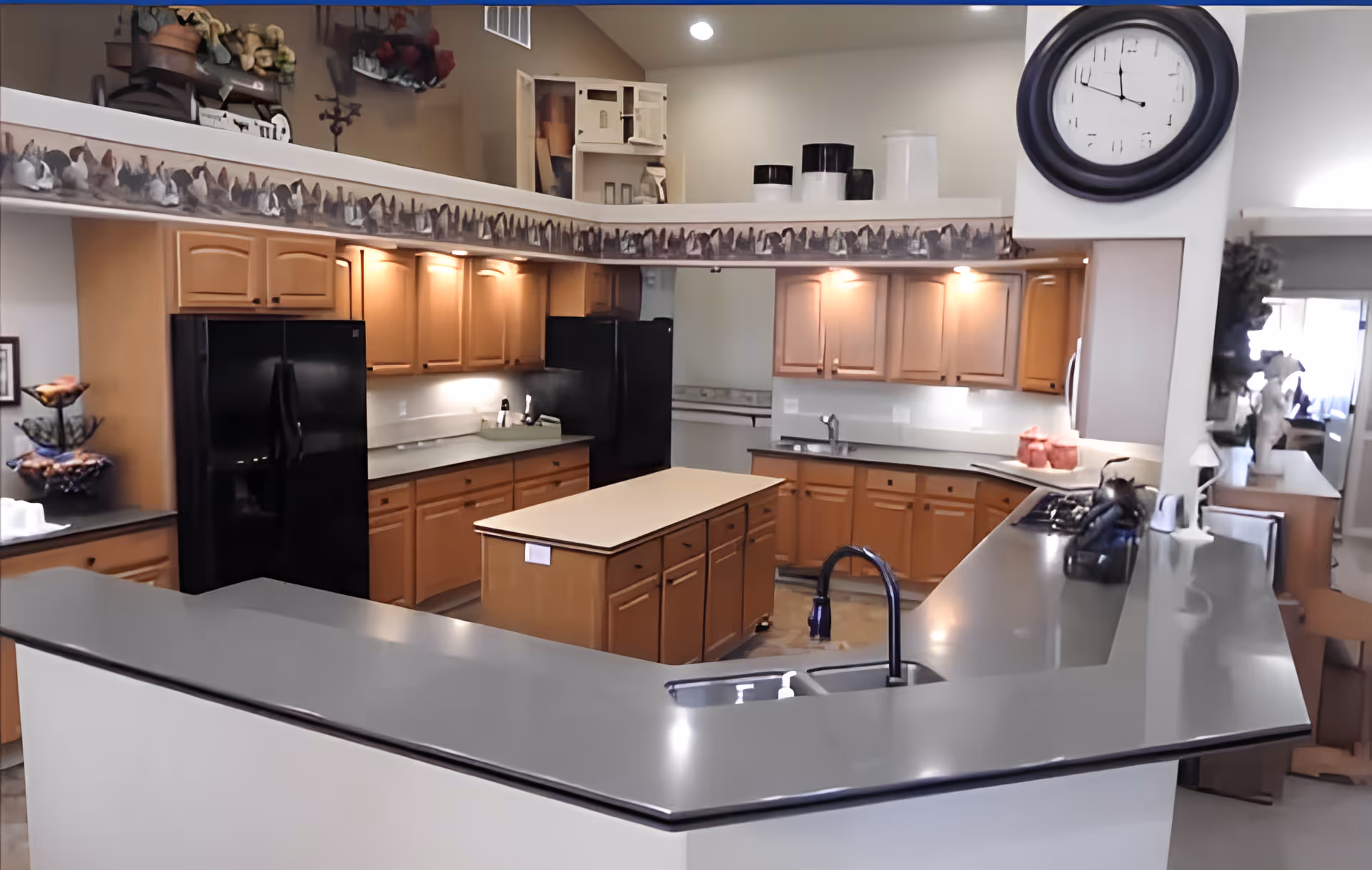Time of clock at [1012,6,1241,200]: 11:48
